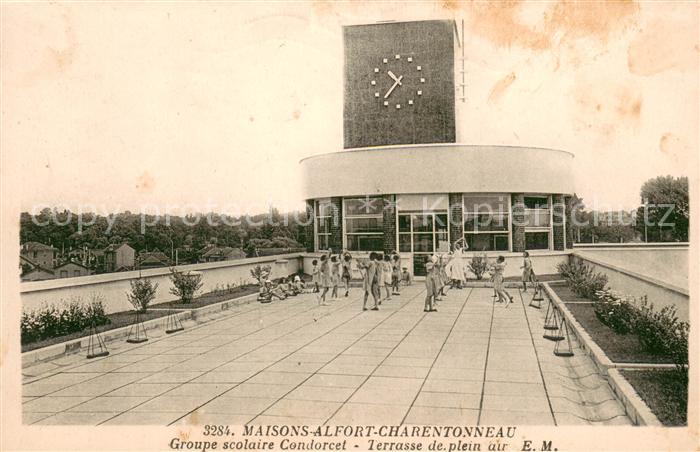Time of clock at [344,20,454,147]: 10:37
